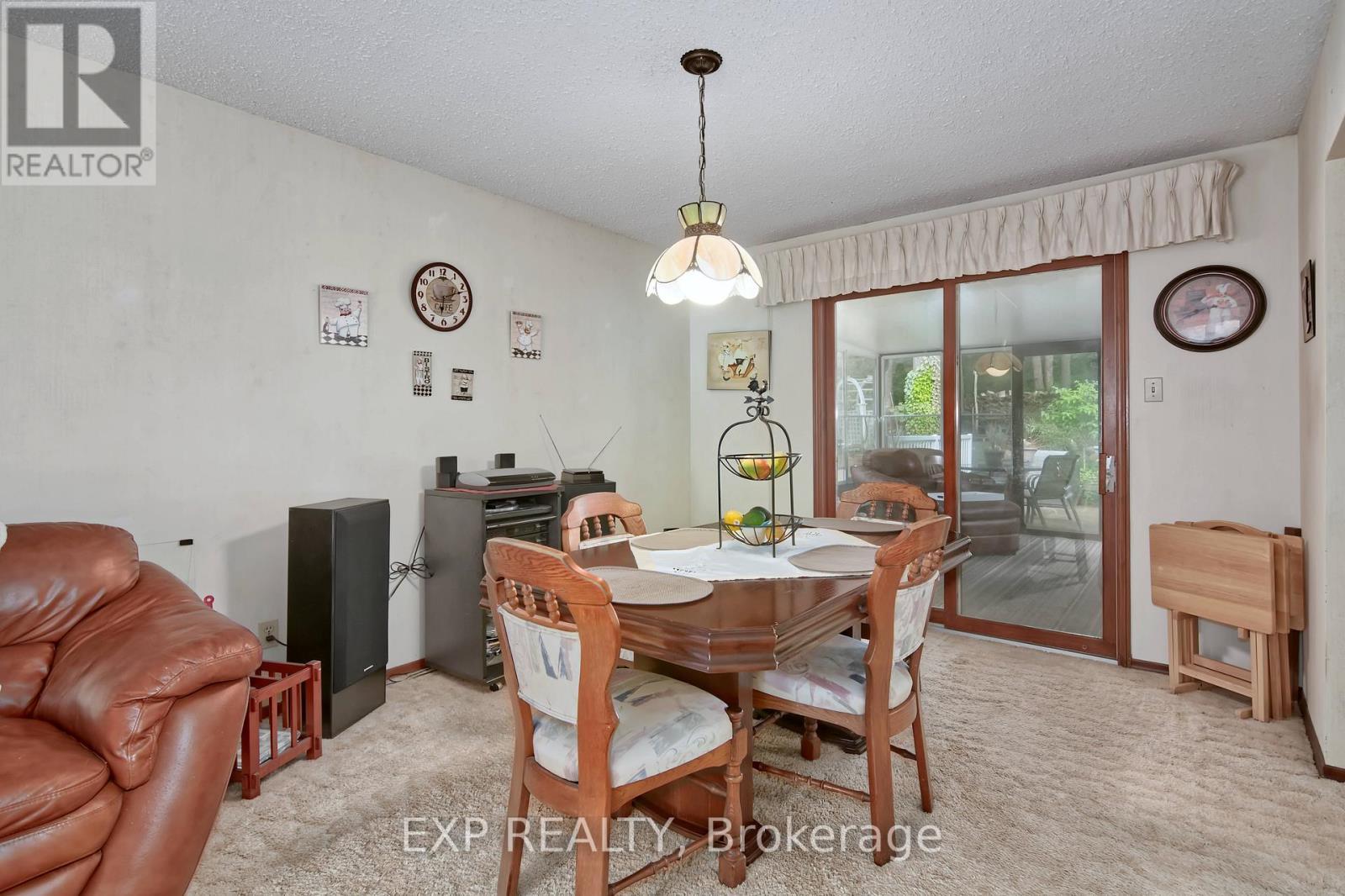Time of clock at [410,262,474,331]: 6:11
